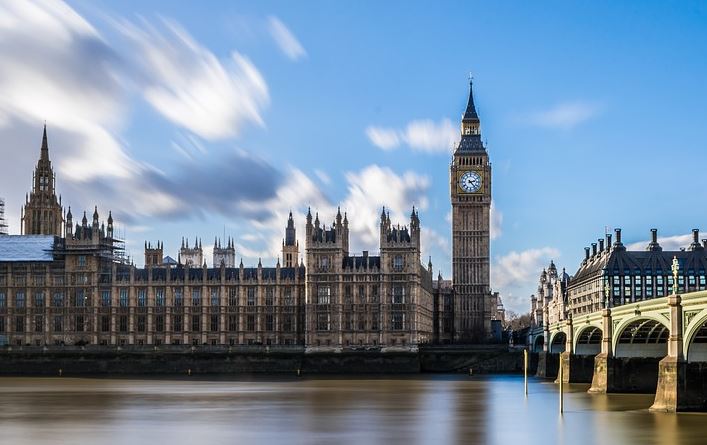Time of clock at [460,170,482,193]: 2:23
